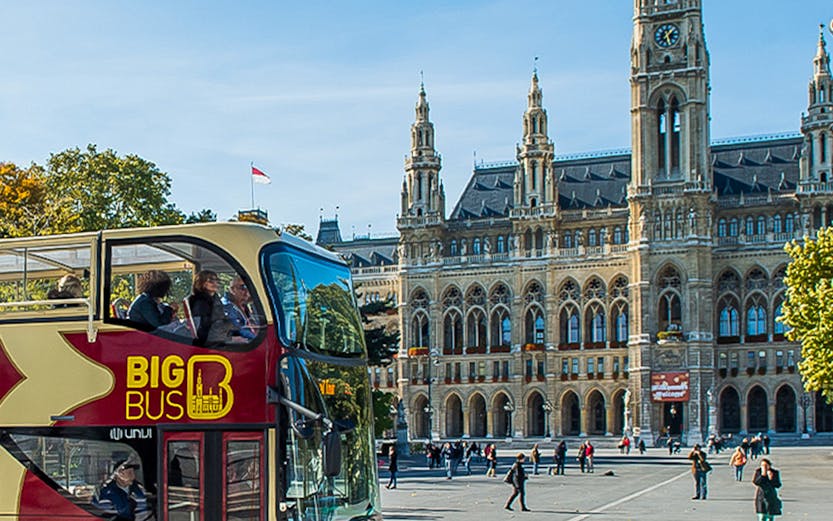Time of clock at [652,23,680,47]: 1:28
